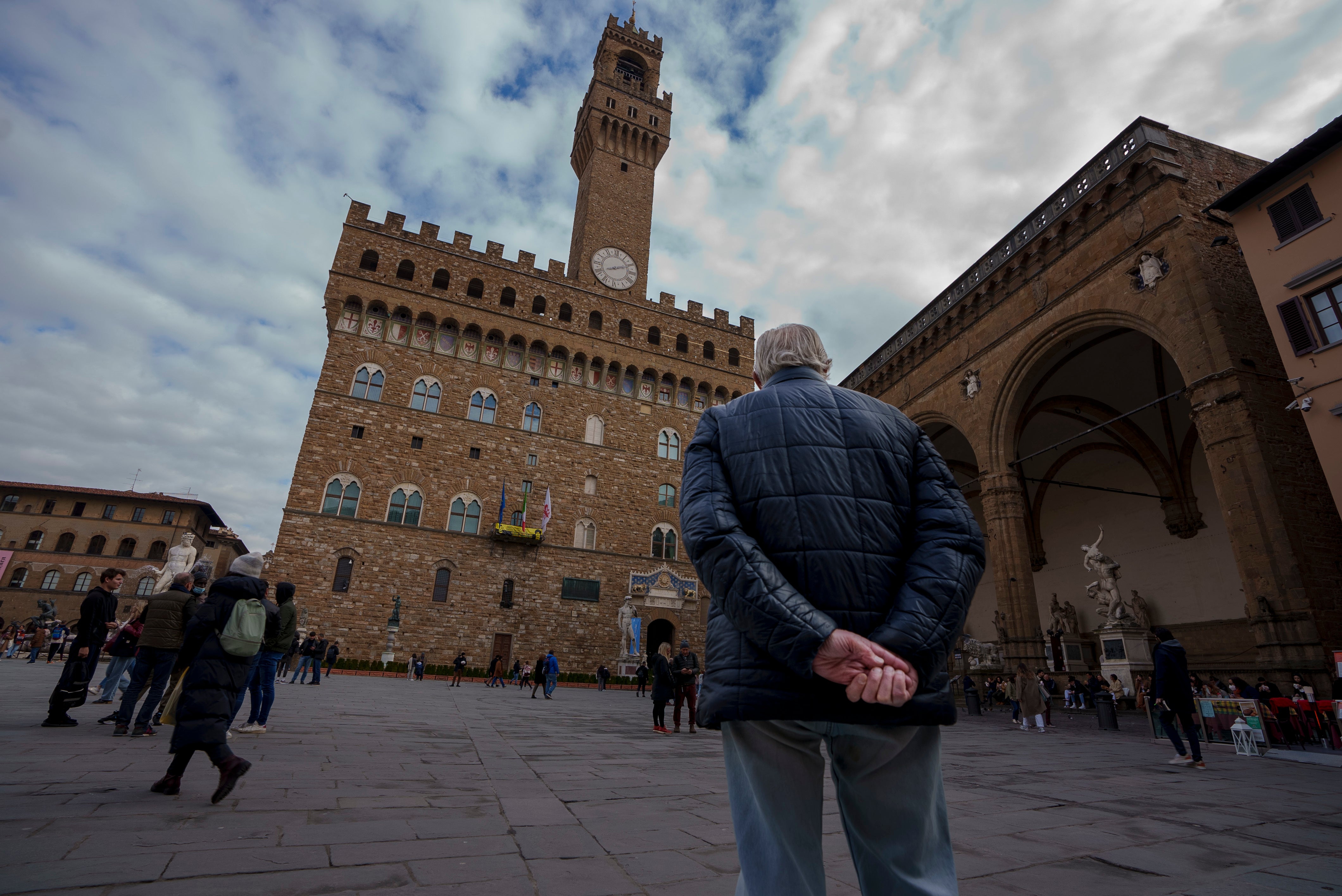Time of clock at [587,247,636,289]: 8:10
